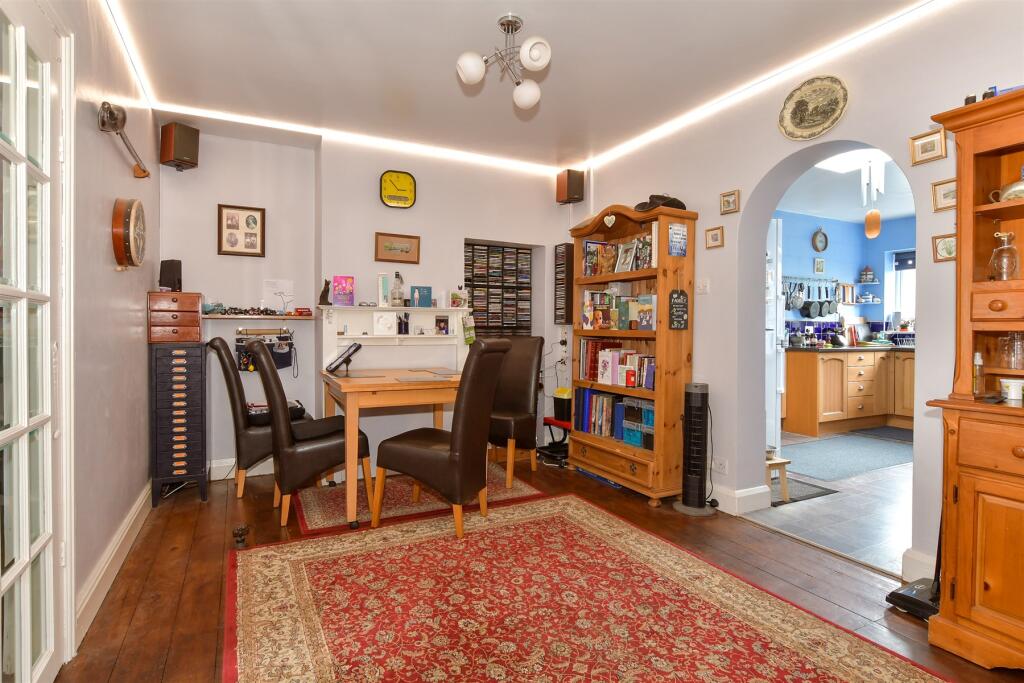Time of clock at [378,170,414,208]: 2:53
